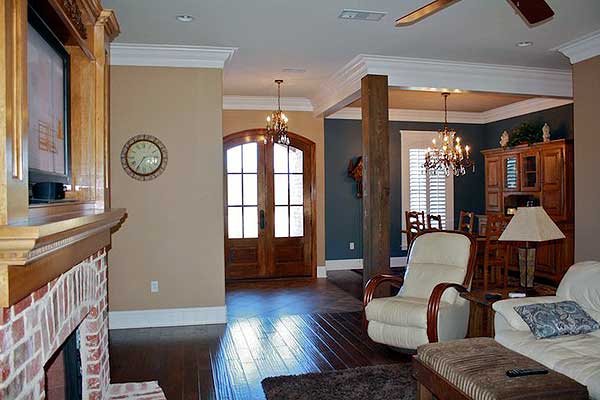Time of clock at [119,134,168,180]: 2:35
